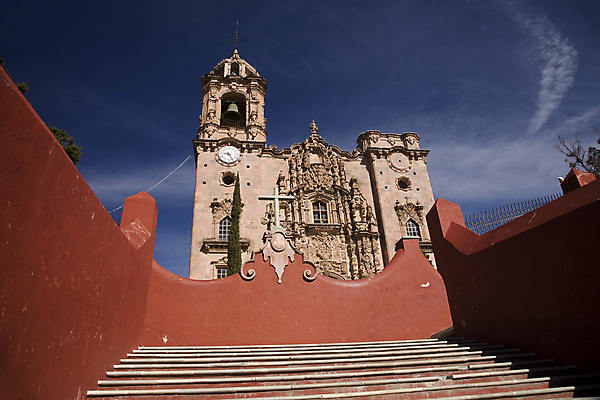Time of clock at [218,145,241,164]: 9:25
